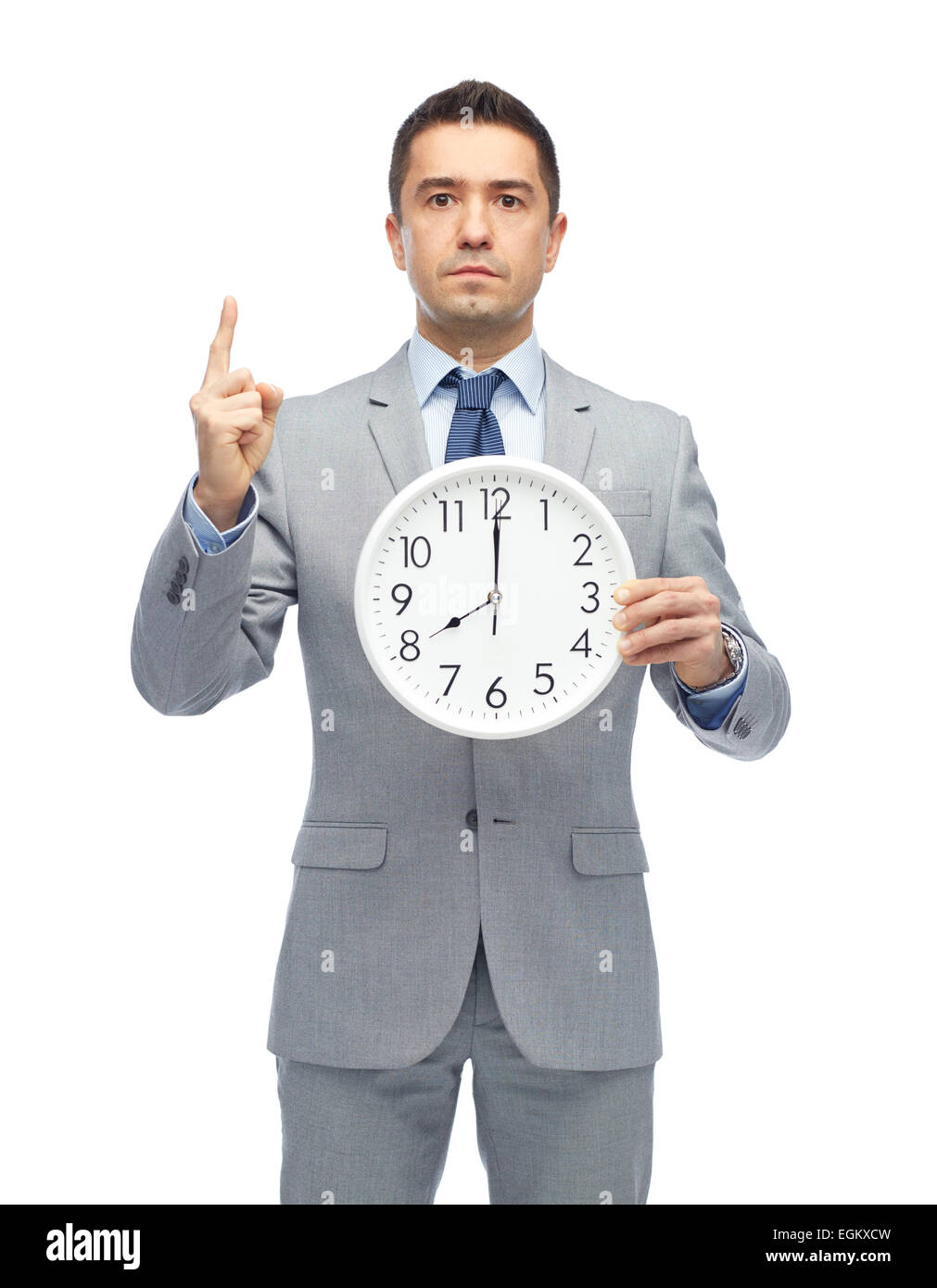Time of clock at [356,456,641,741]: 7:59
